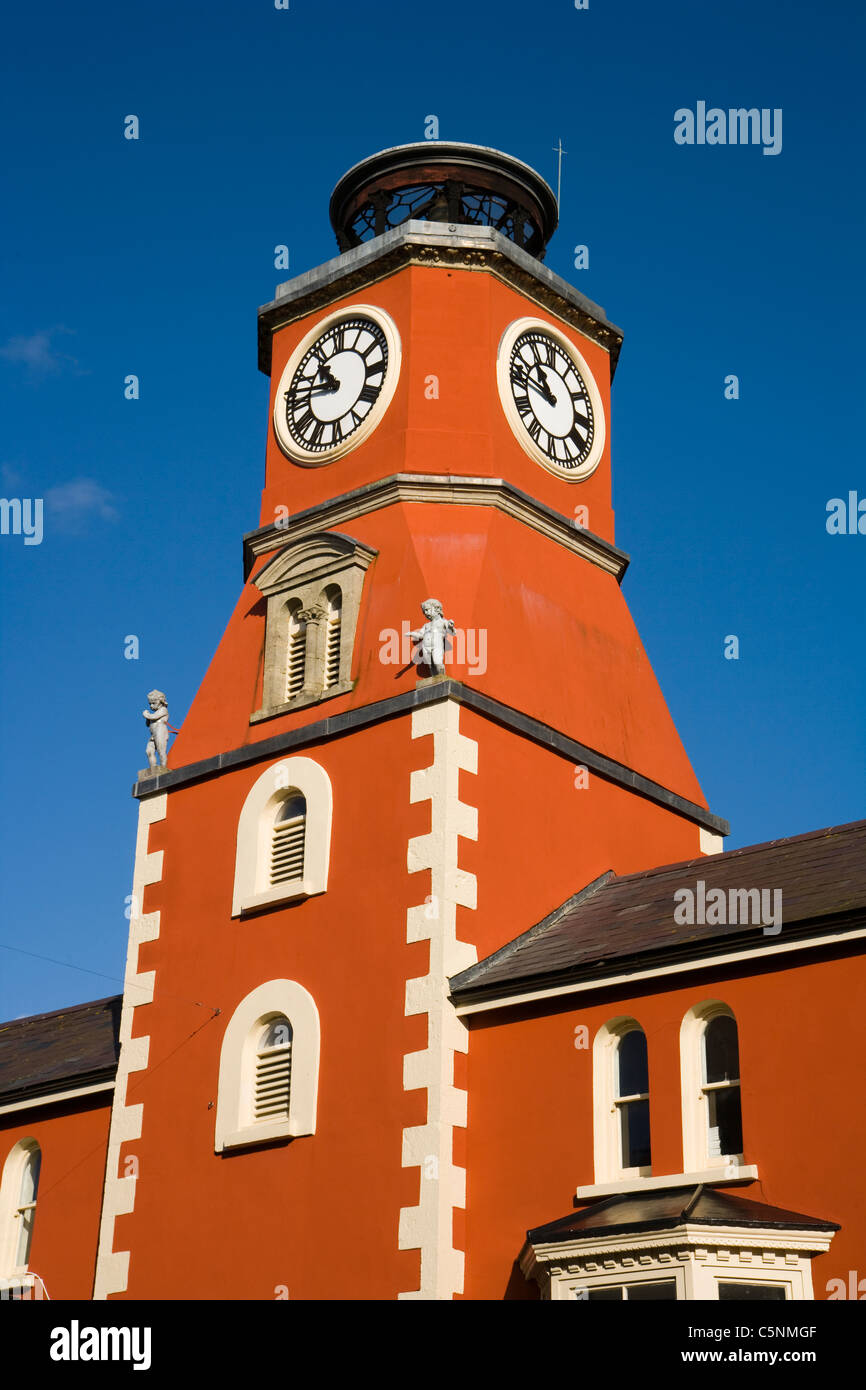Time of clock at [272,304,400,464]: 10:47
